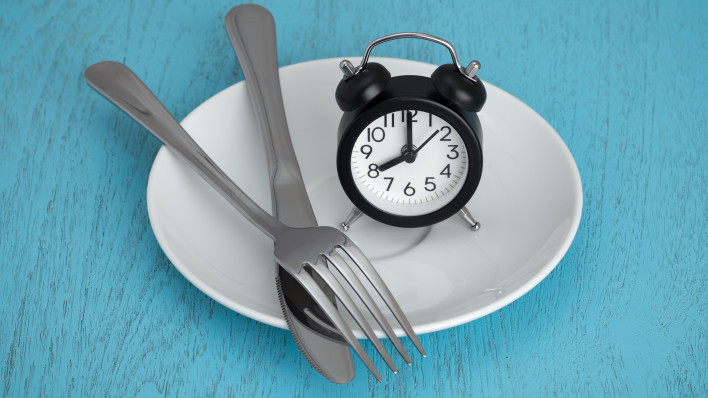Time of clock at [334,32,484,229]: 8:00
